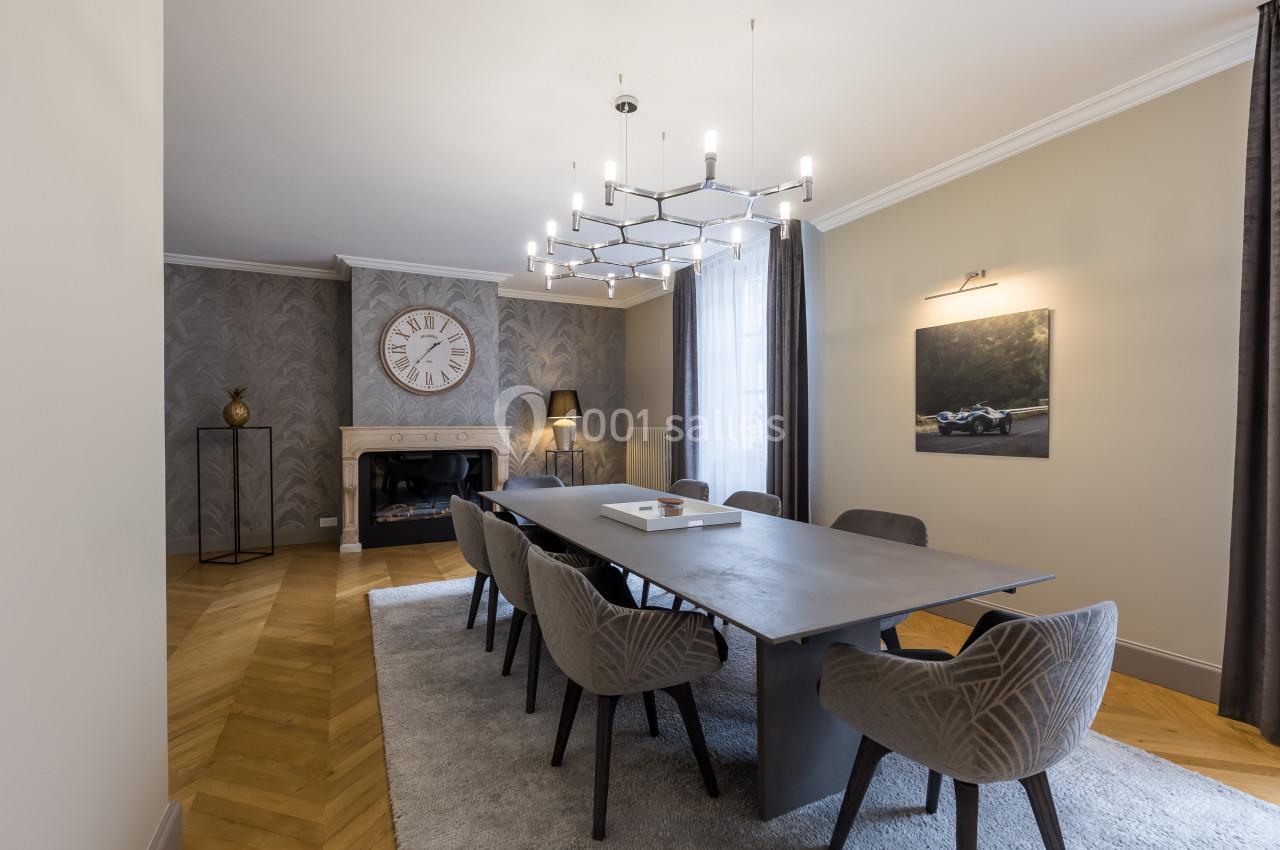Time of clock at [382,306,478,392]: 1:36
